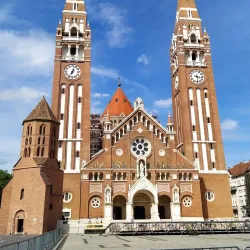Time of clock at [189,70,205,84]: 3:29
